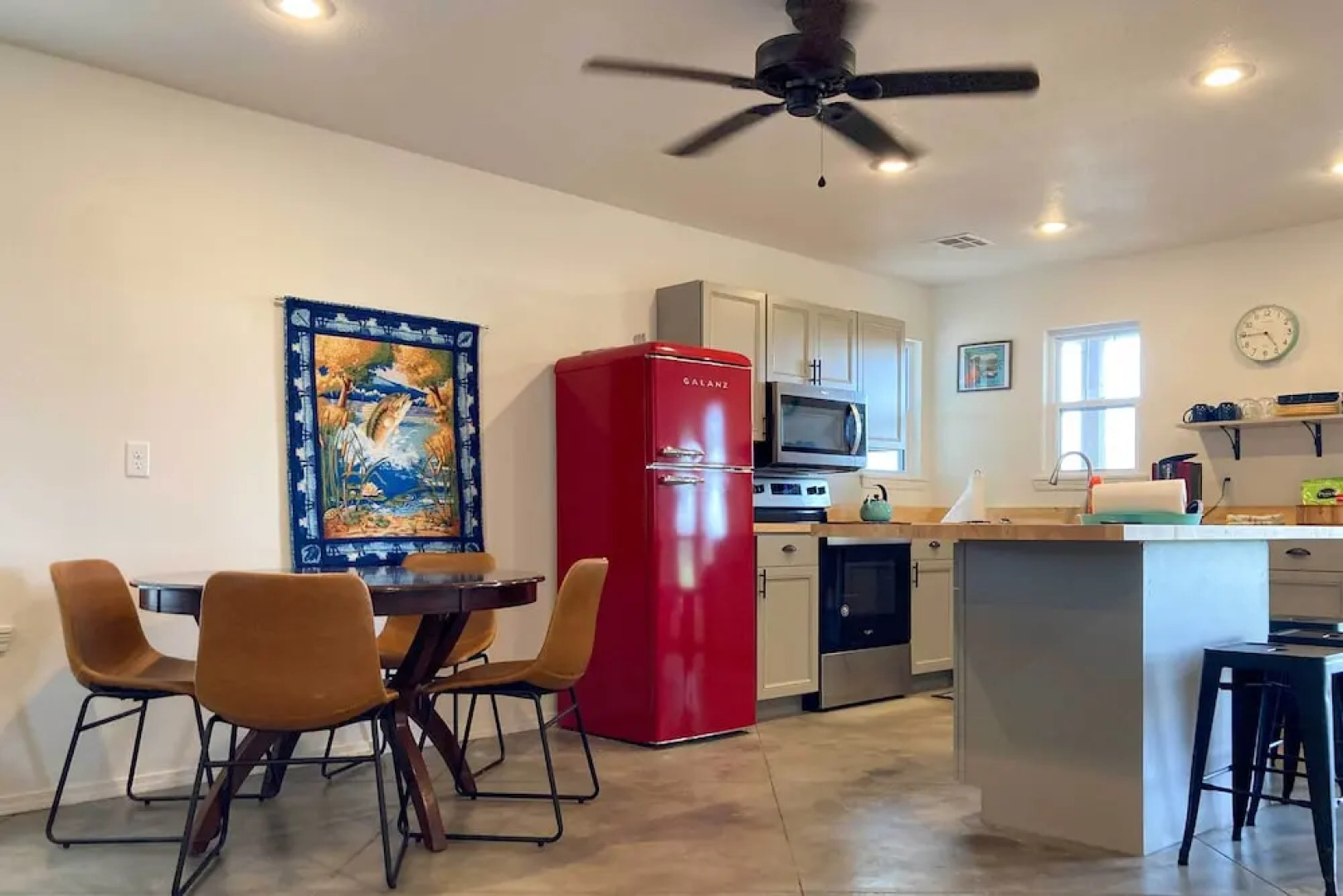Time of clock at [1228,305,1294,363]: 4:44
